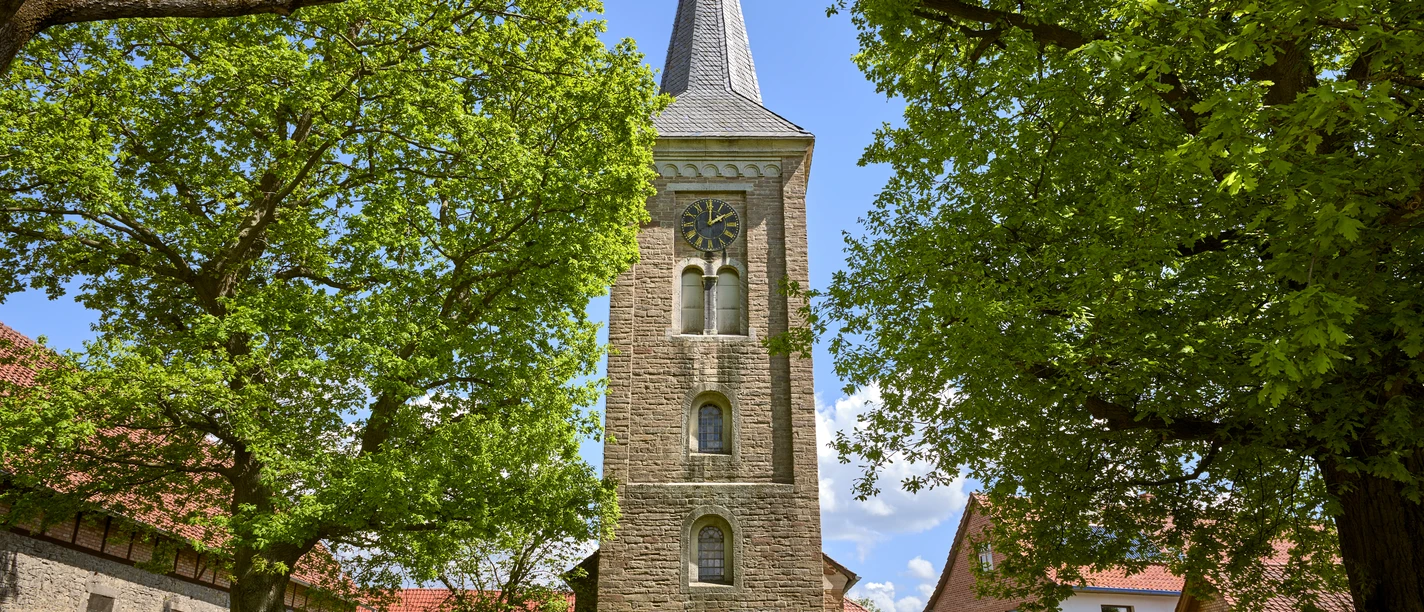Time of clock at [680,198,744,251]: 2:00
